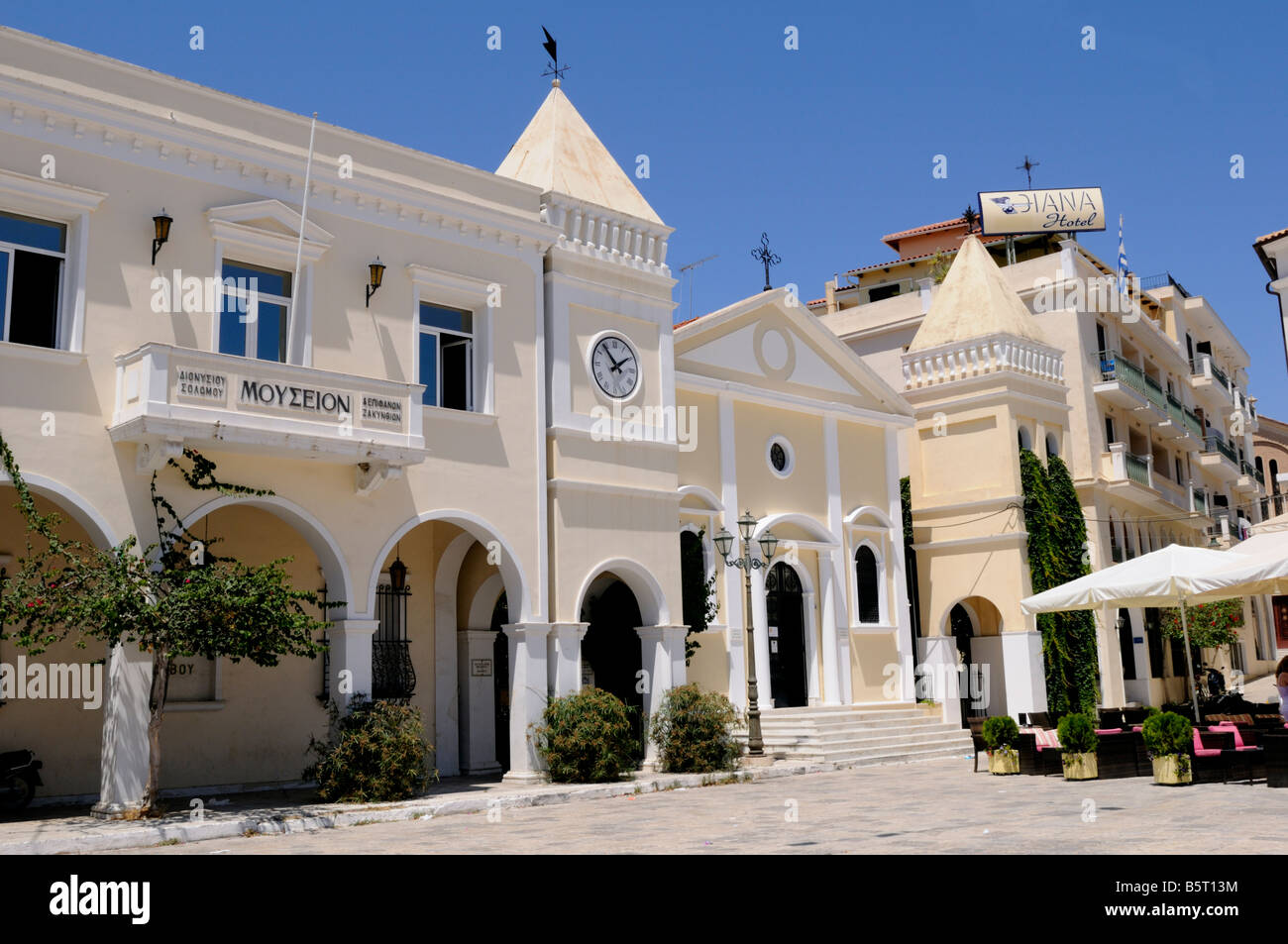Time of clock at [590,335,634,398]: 1:53
